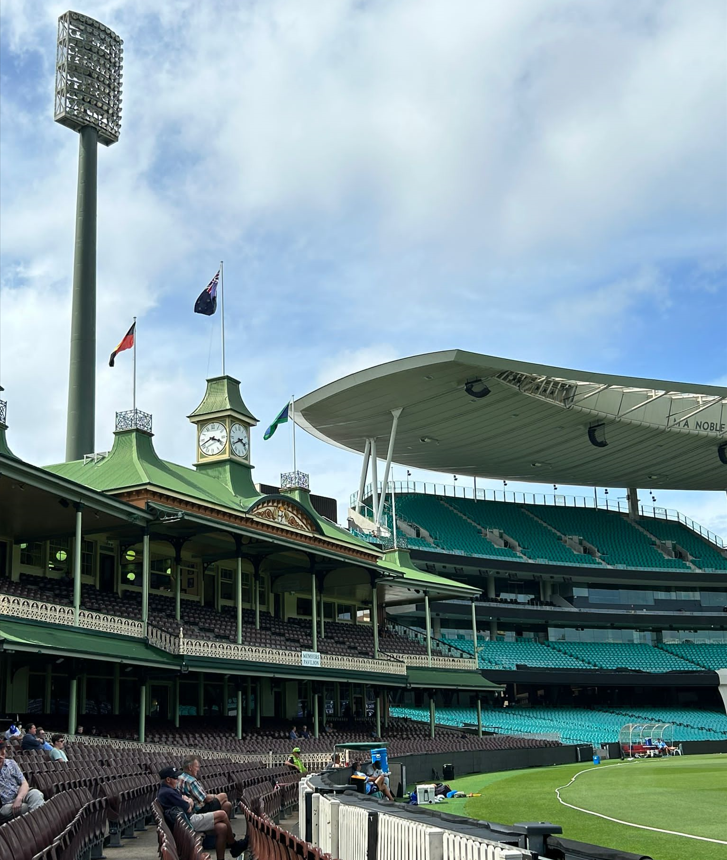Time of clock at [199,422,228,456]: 3:40
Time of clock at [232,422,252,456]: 3:40
